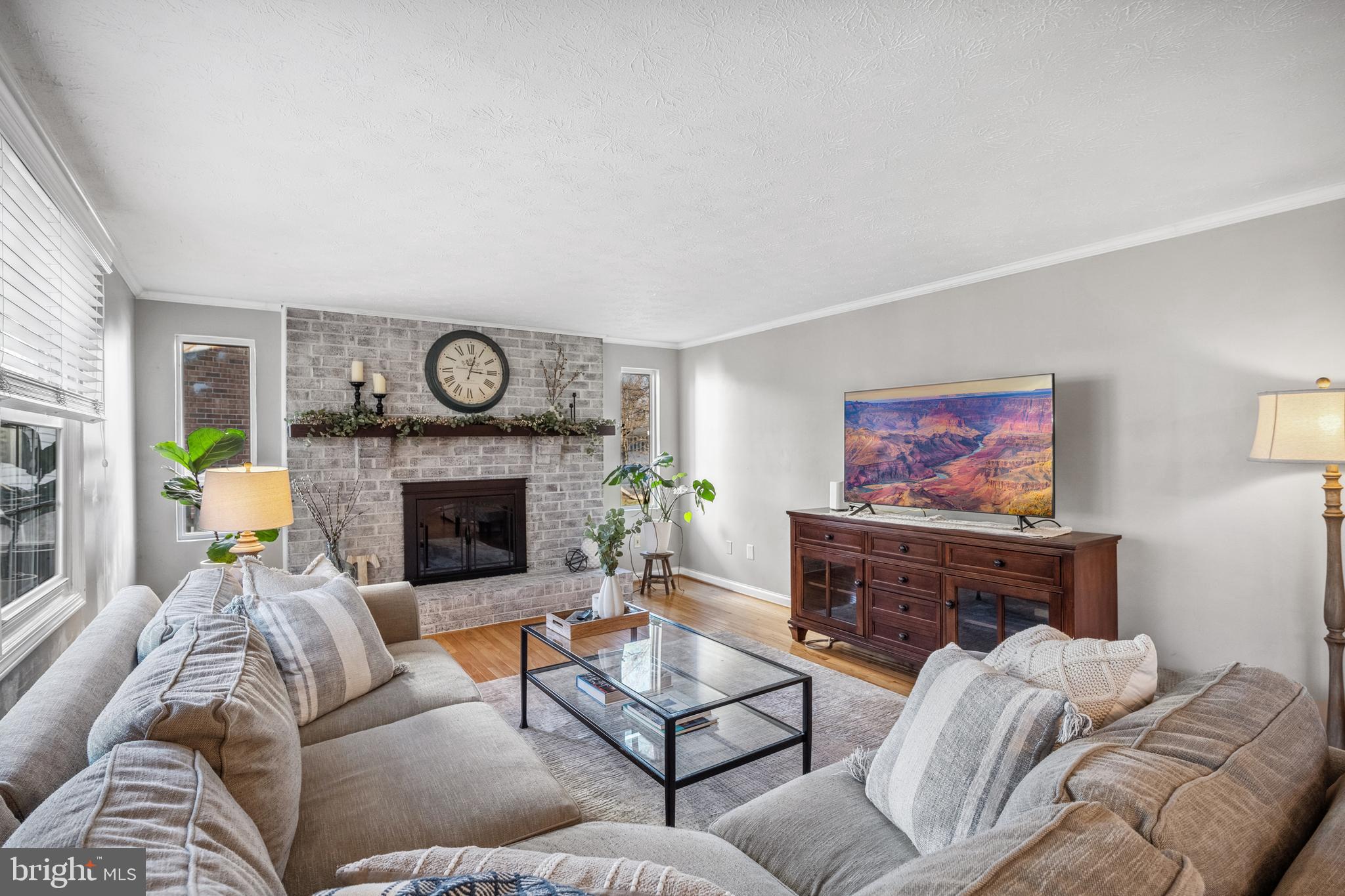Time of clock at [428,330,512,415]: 3:02
